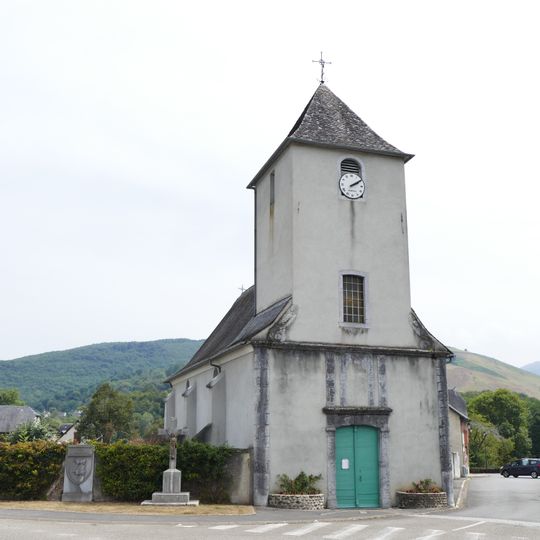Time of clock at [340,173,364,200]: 2:09
